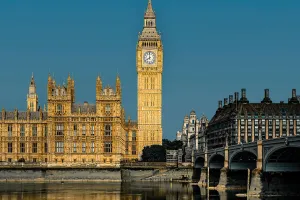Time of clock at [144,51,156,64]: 7:59
